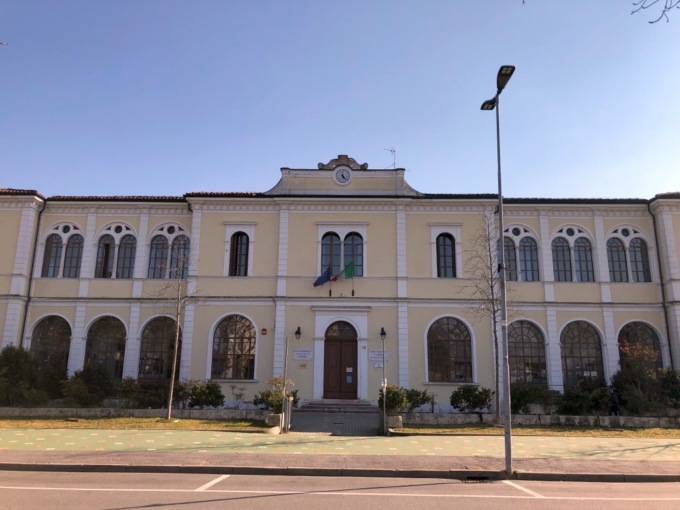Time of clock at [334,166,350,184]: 5:22
